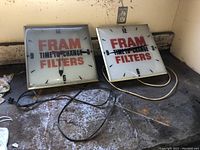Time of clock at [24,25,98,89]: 6:14
